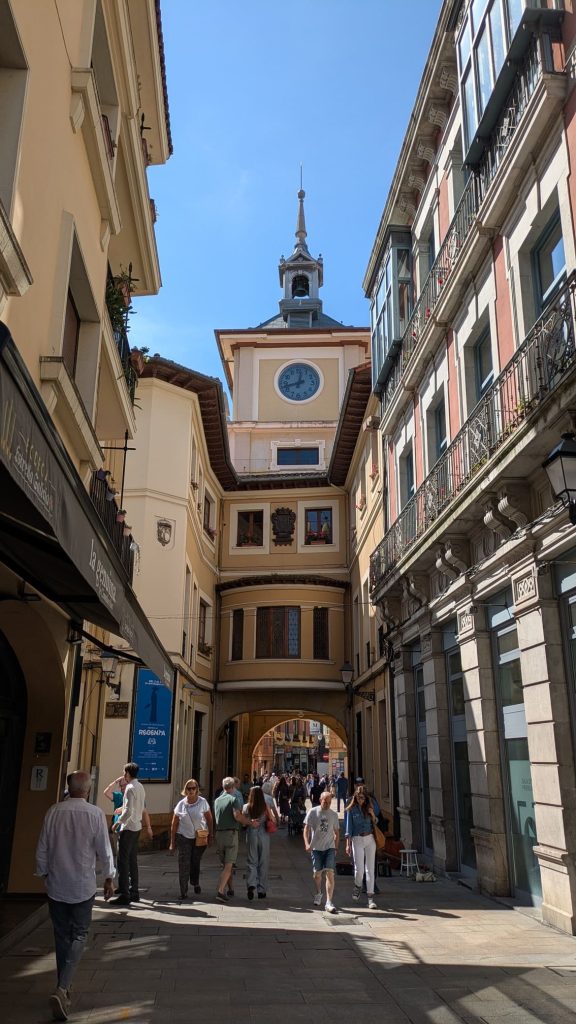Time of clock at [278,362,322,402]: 12:42
